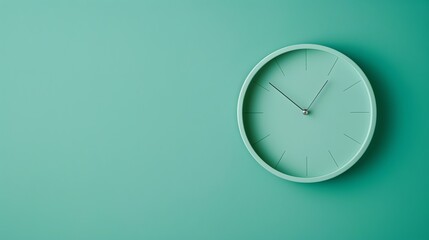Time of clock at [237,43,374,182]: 12:51
